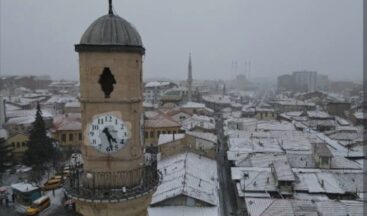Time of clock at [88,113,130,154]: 4:27
